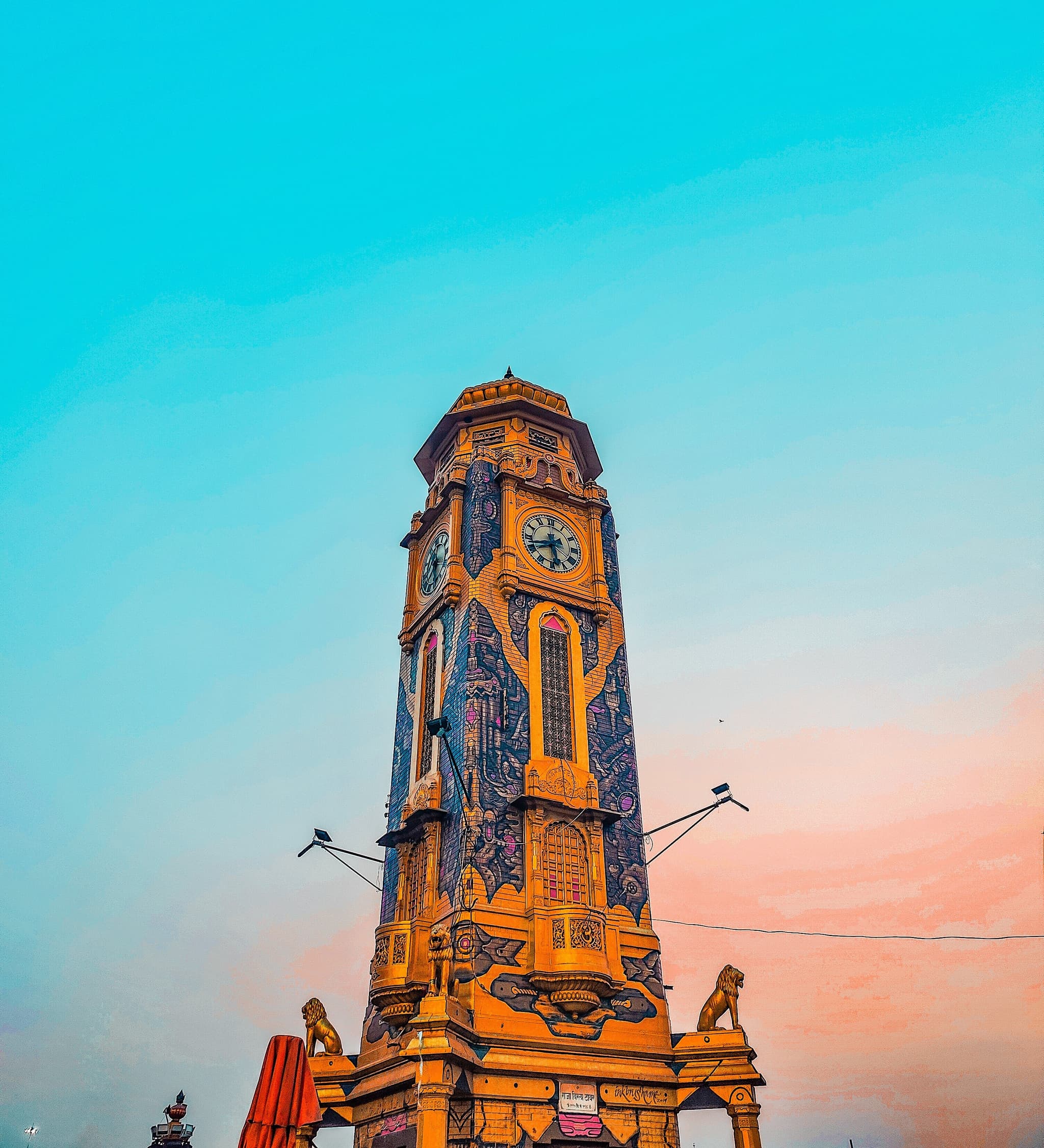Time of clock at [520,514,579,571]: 5:42
